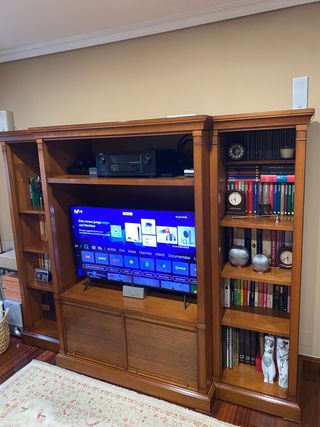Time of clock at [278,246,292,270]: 5:40
